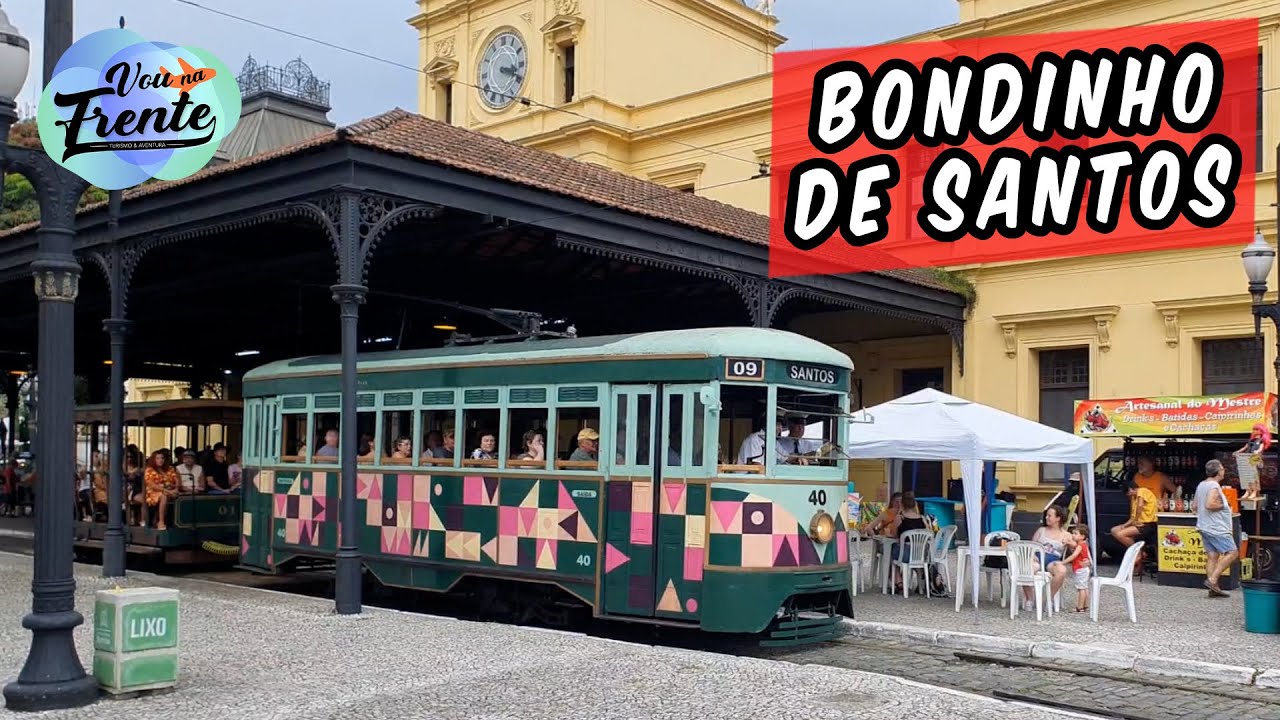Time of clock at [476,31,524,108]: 3:18
